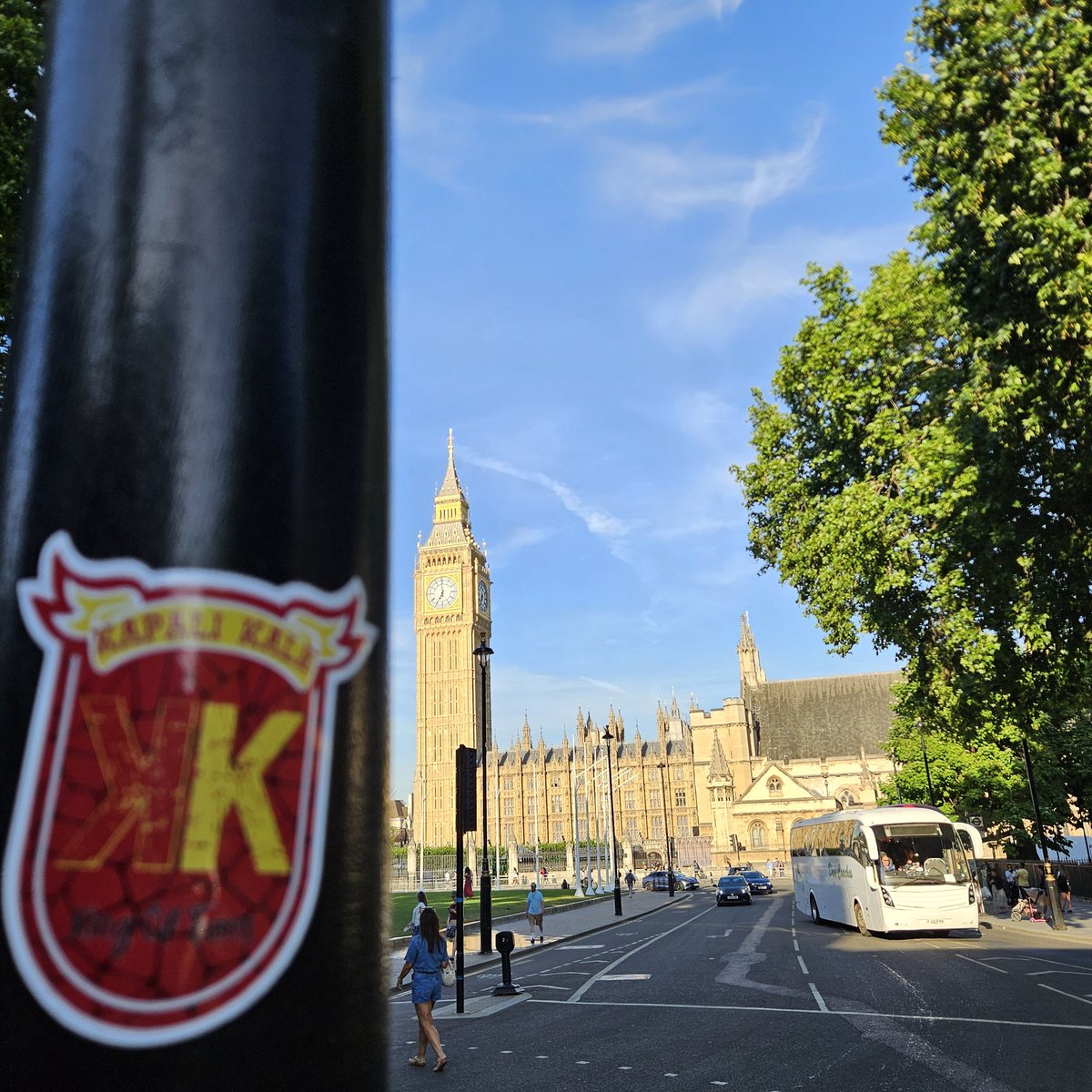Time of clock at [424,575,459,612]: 6:59
